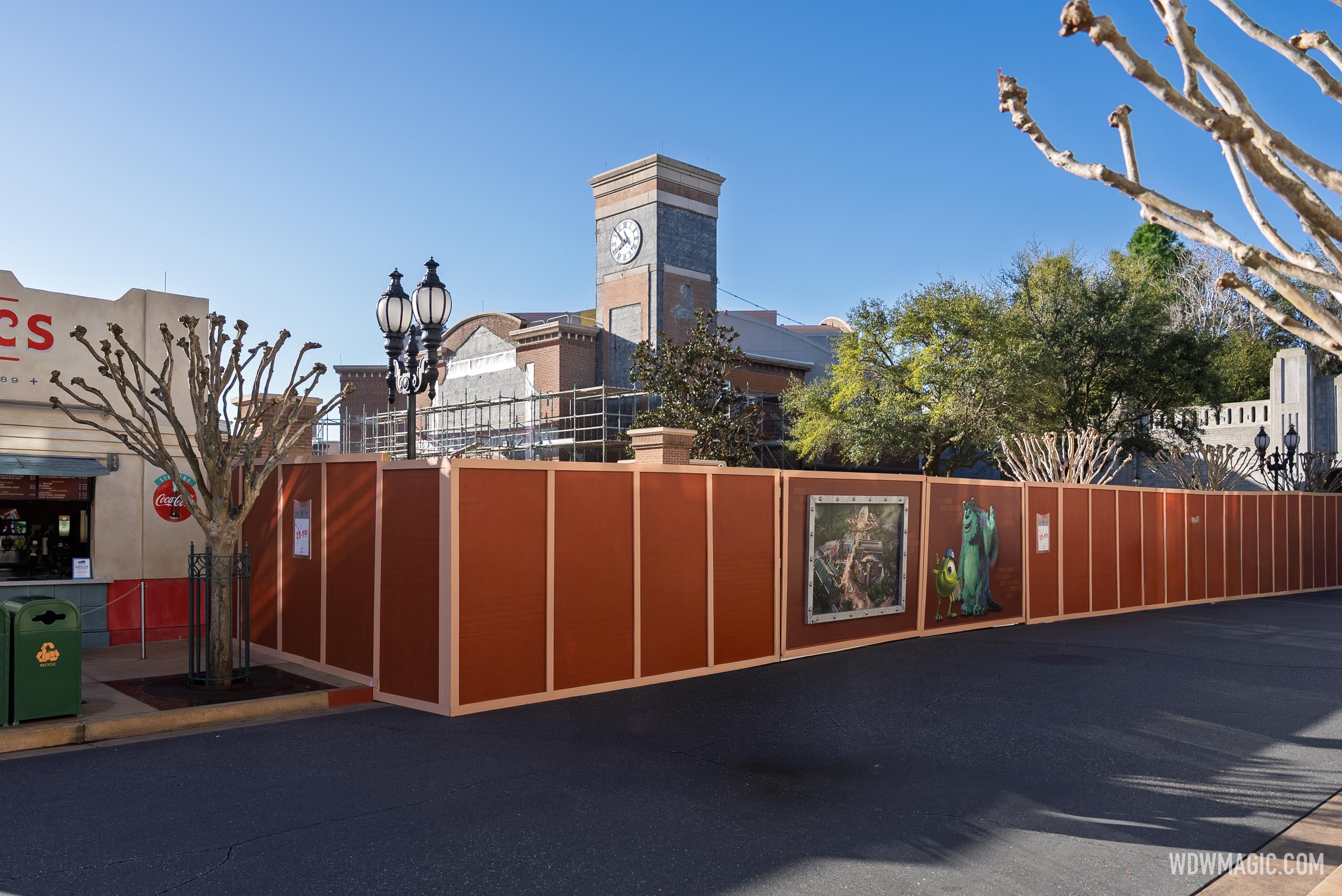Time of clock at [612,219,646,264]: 7:52
